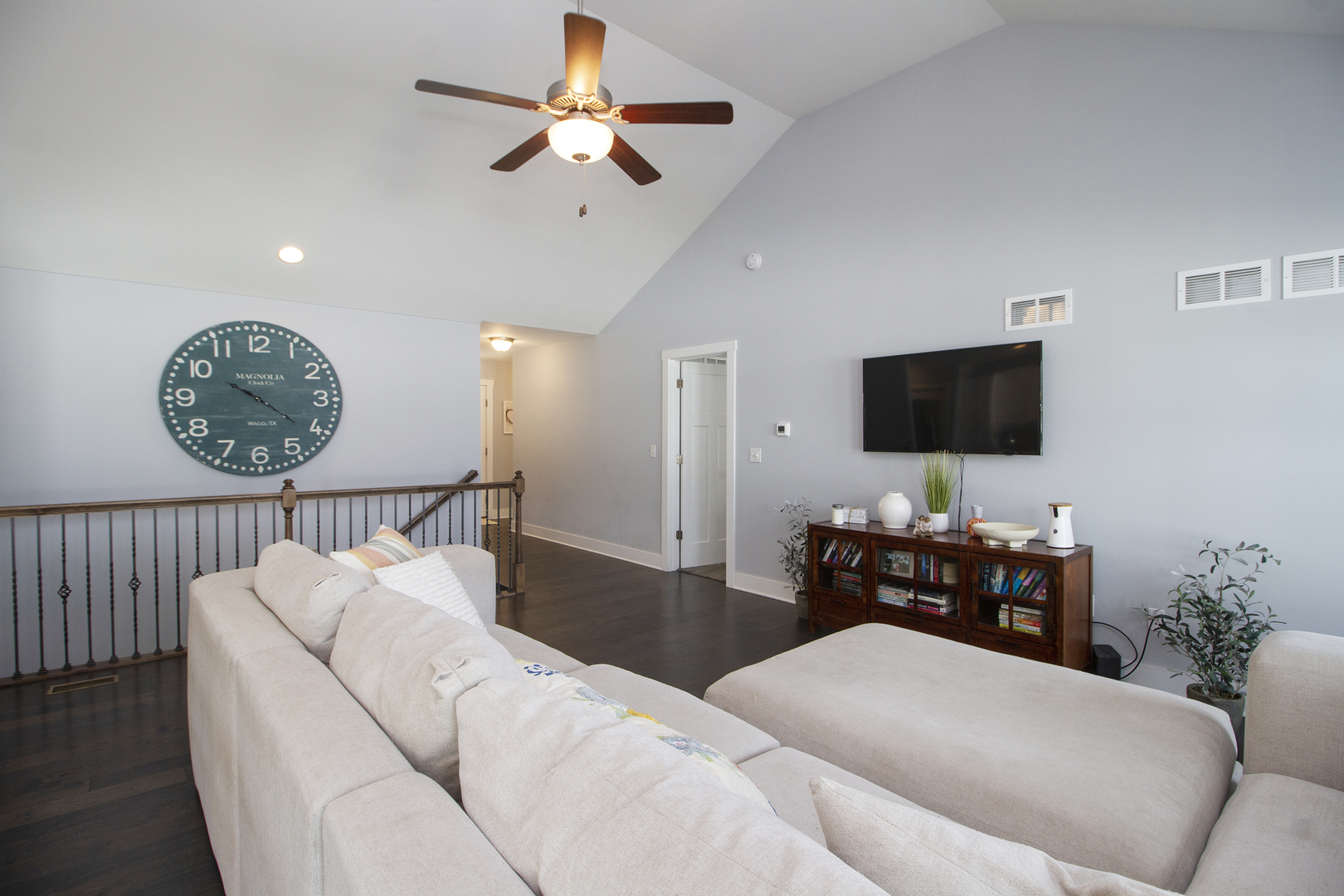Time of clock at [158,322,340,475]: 10:20
